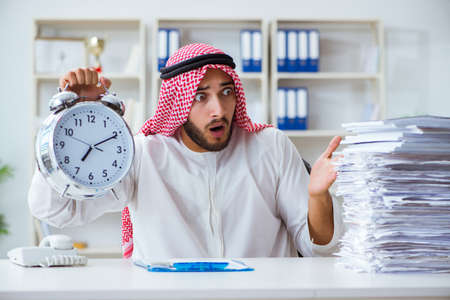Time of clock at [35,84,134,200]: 7:10
